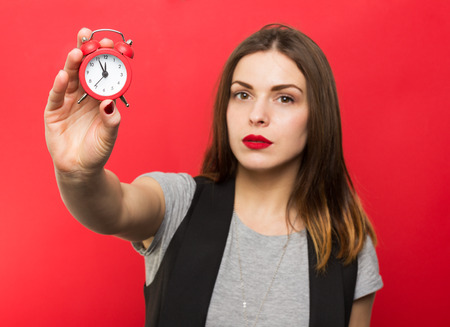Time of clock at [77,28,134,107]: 11:55
